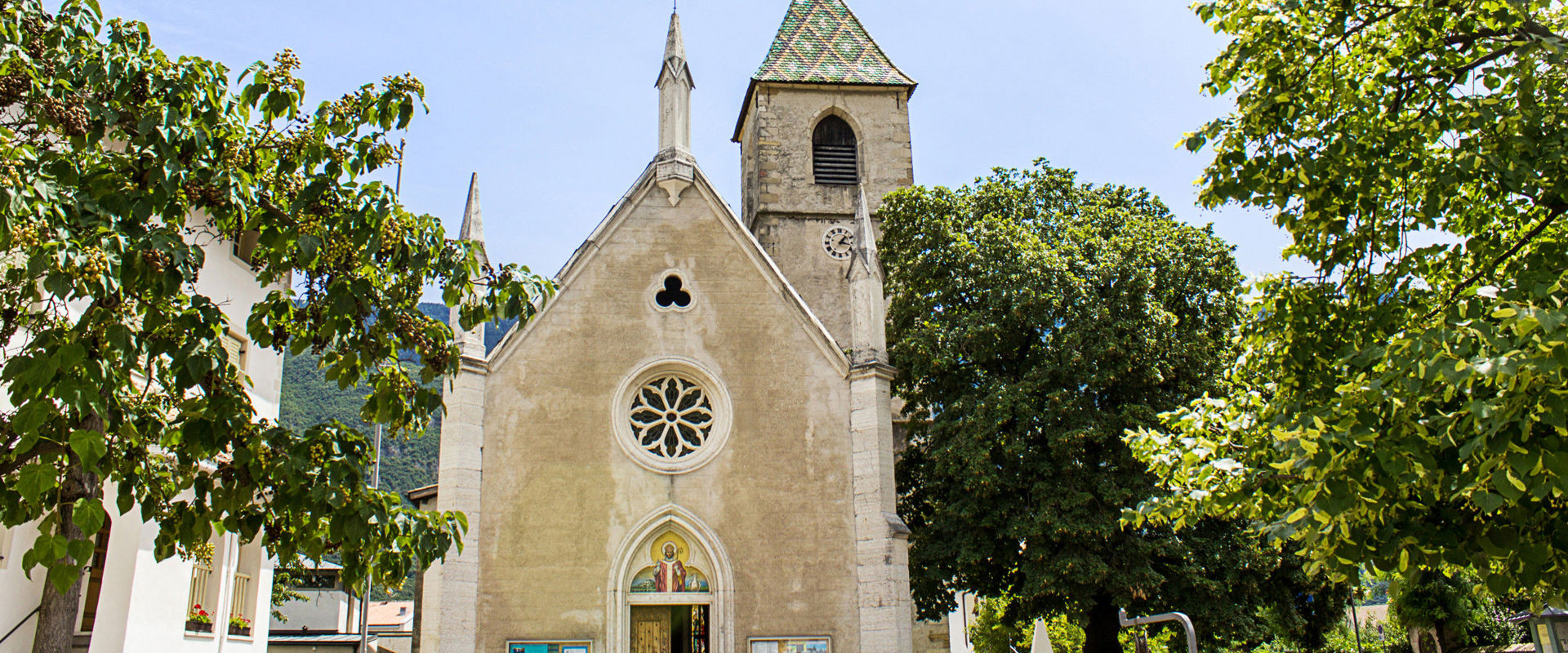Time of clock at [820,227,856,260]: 1:16
